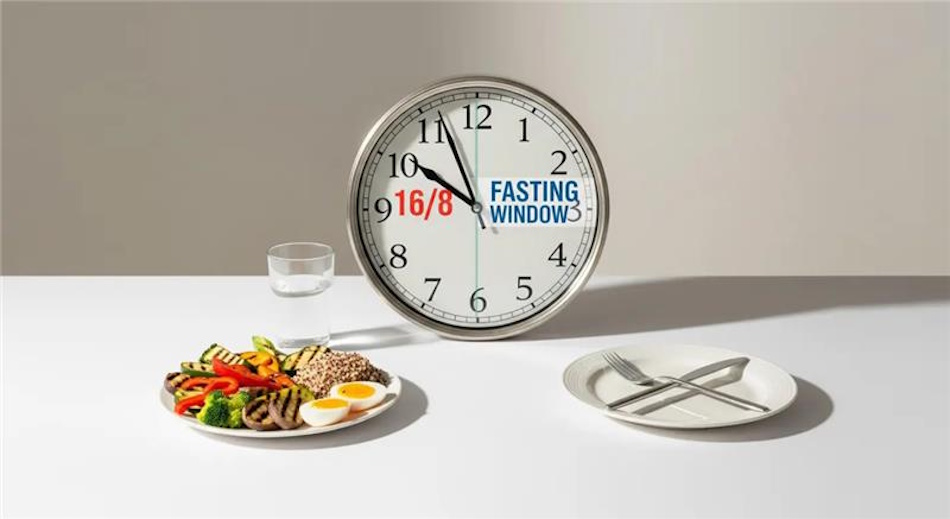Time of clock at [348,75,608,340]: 9:56
